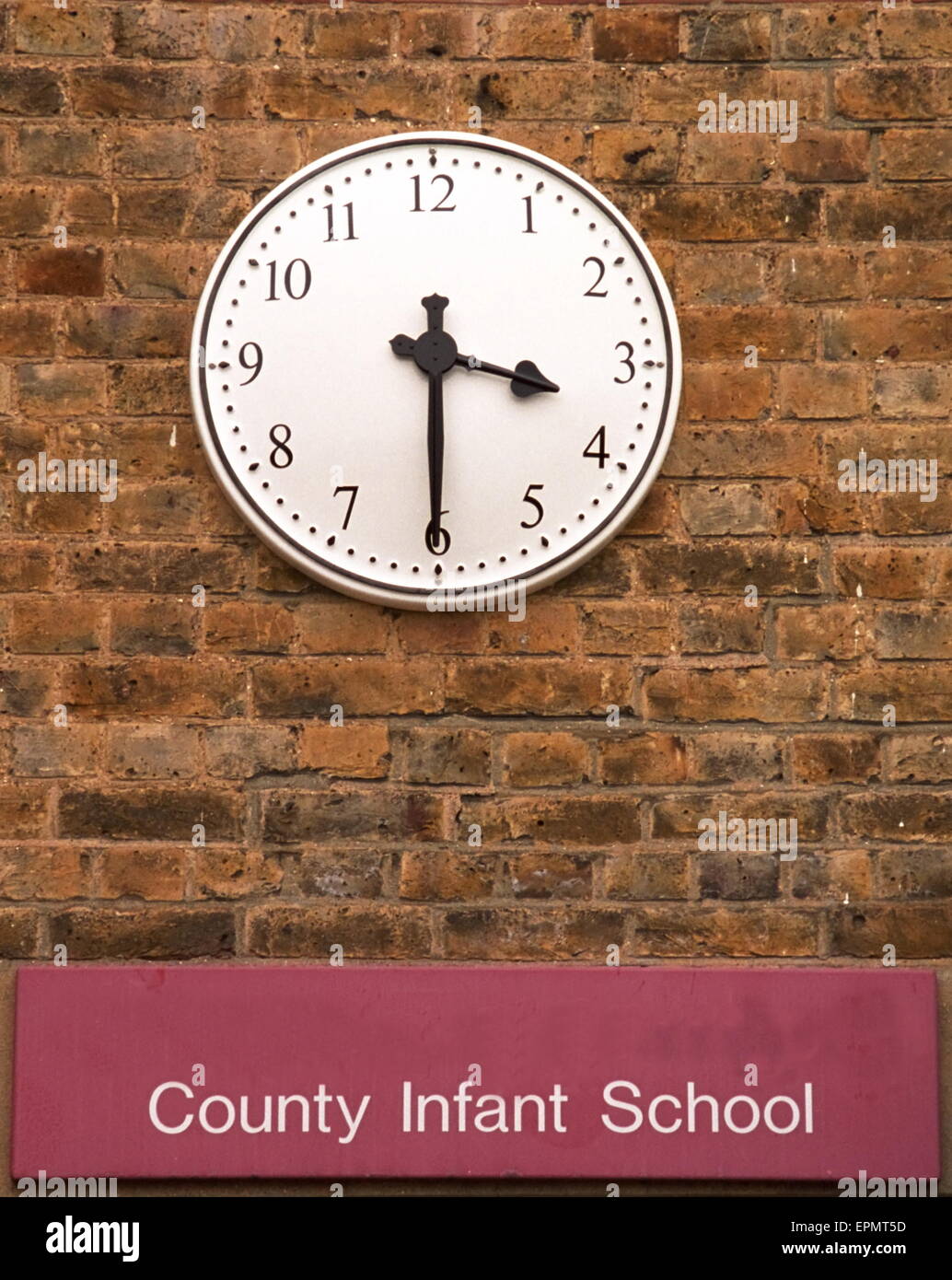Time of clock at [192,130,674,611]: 3:30
